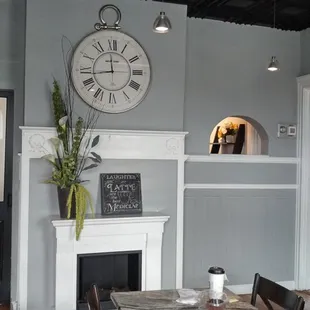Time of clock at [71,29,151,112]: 11:43
